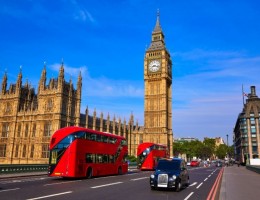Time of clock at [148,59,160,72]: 8:17
